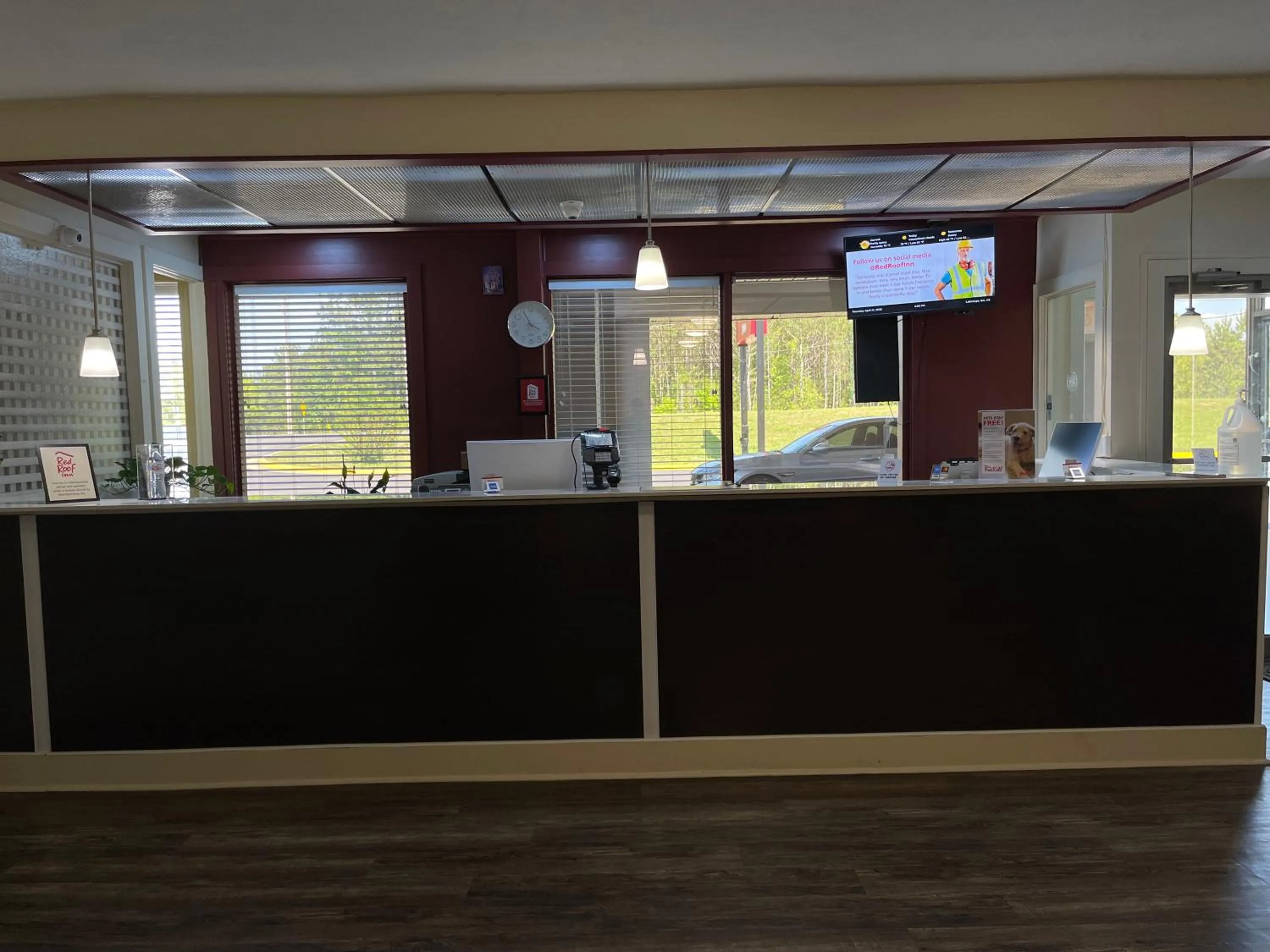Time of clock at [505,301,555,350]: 3:55
